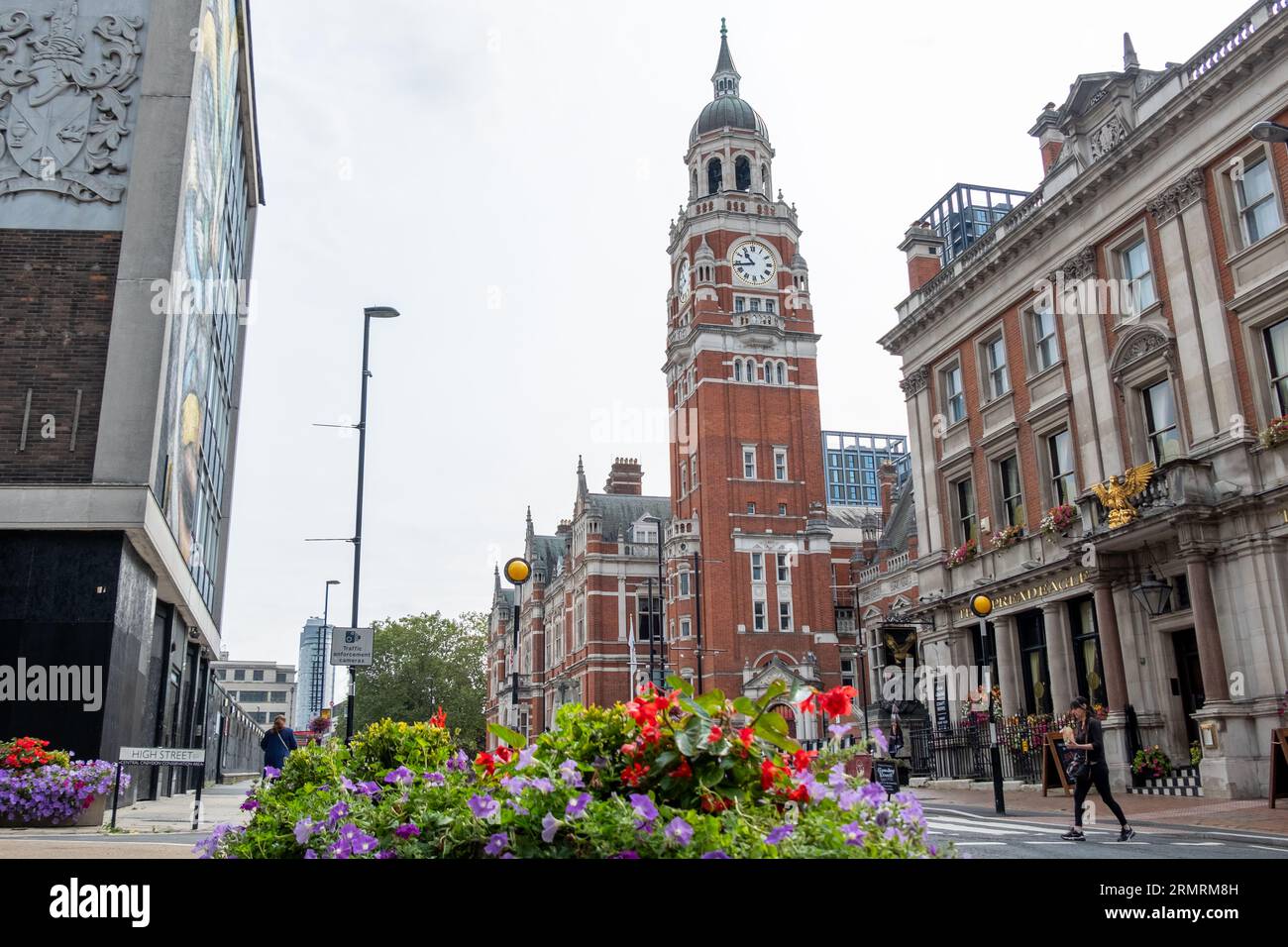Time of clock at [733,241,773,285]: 10:43
